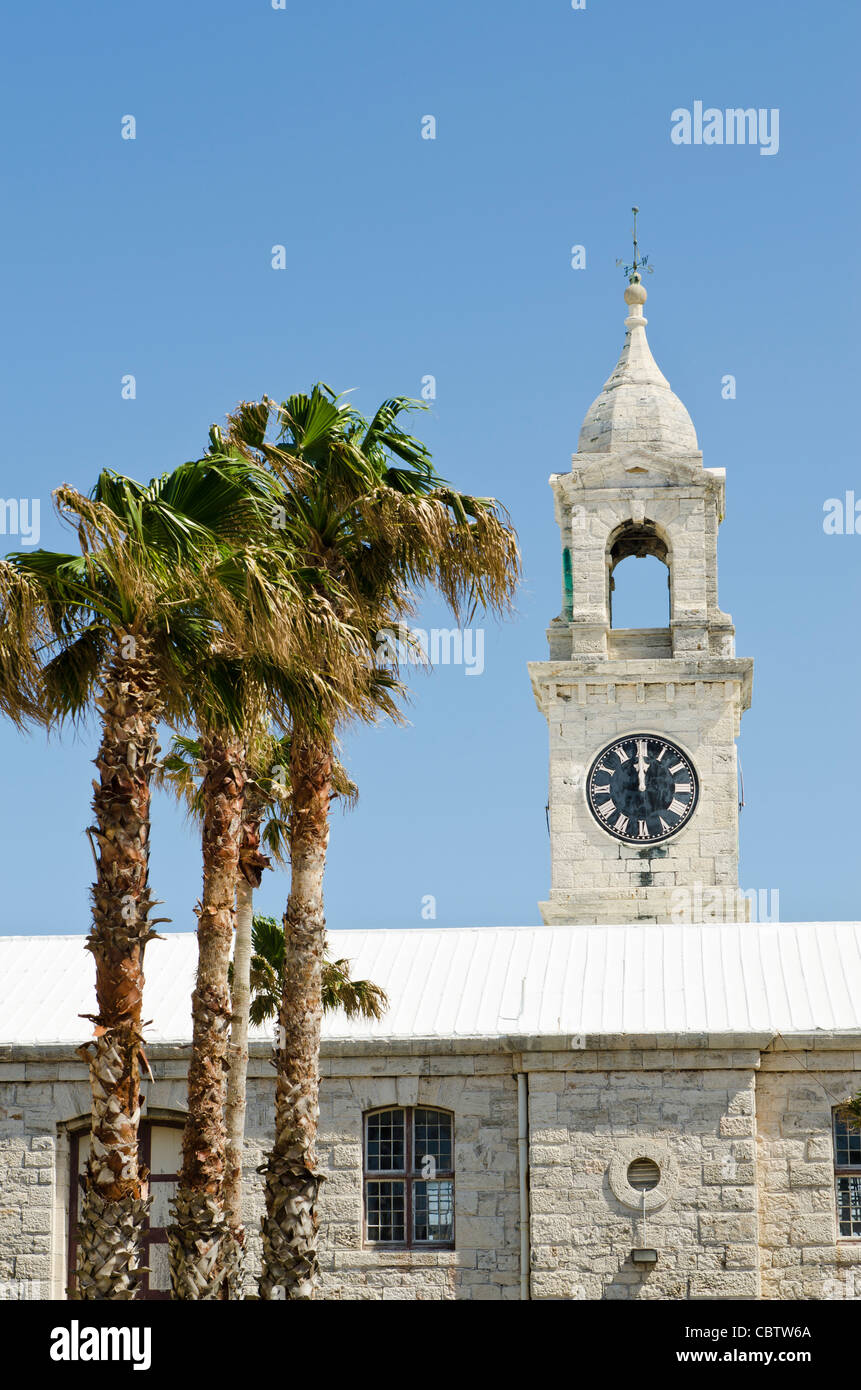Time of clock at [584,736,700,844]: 11:59
